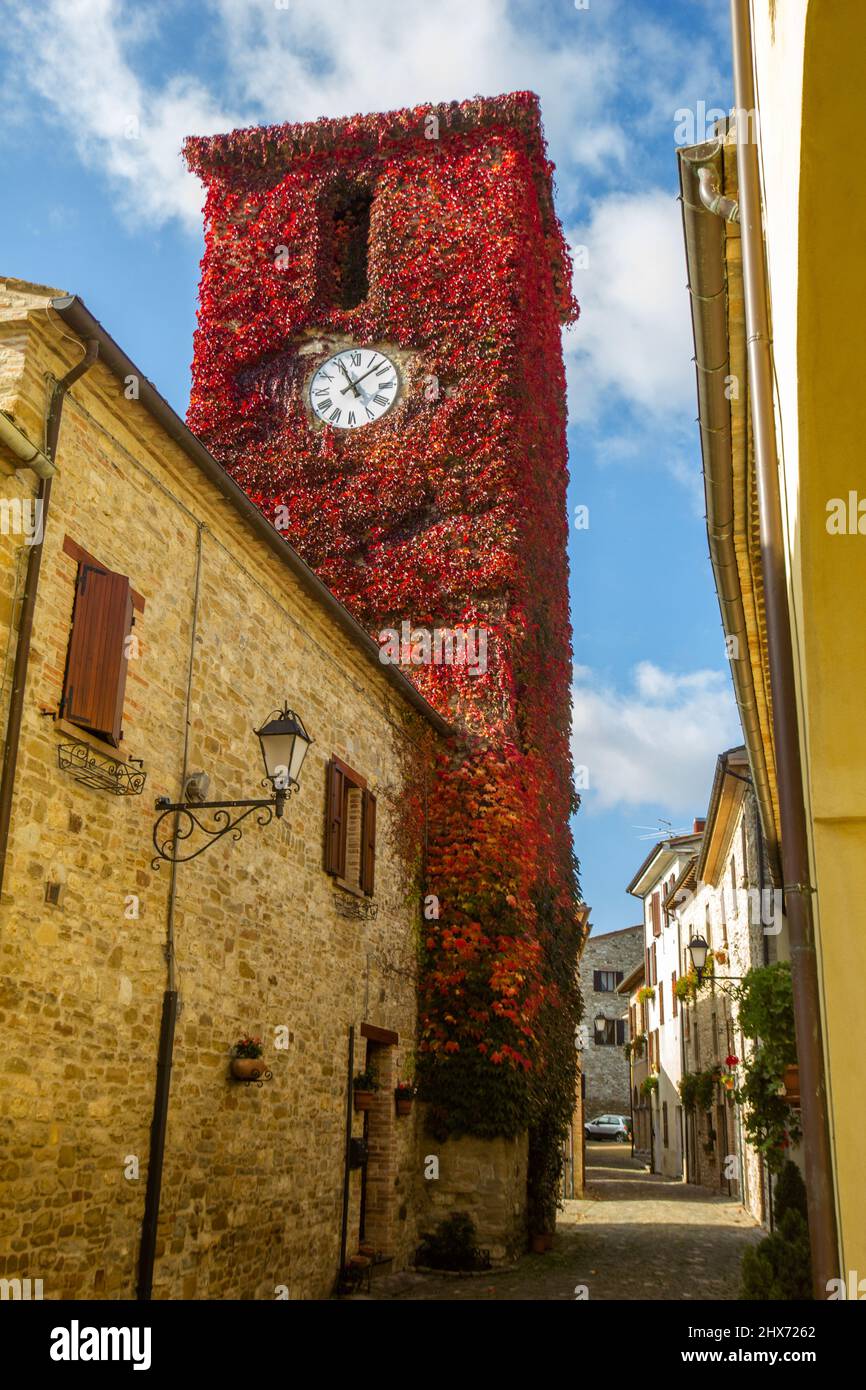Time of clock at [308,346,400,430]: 11:08
